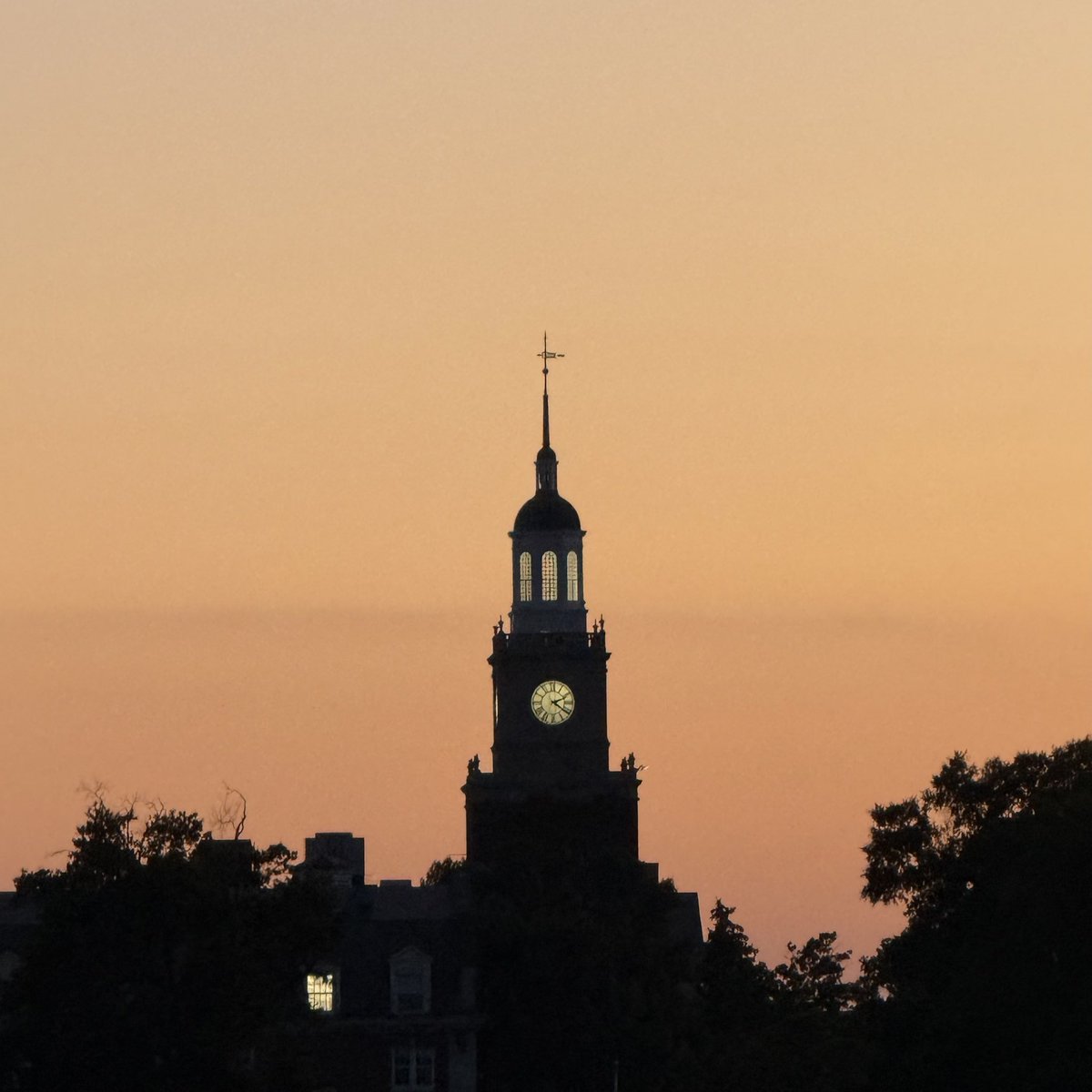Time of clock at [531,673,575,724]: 2:21
